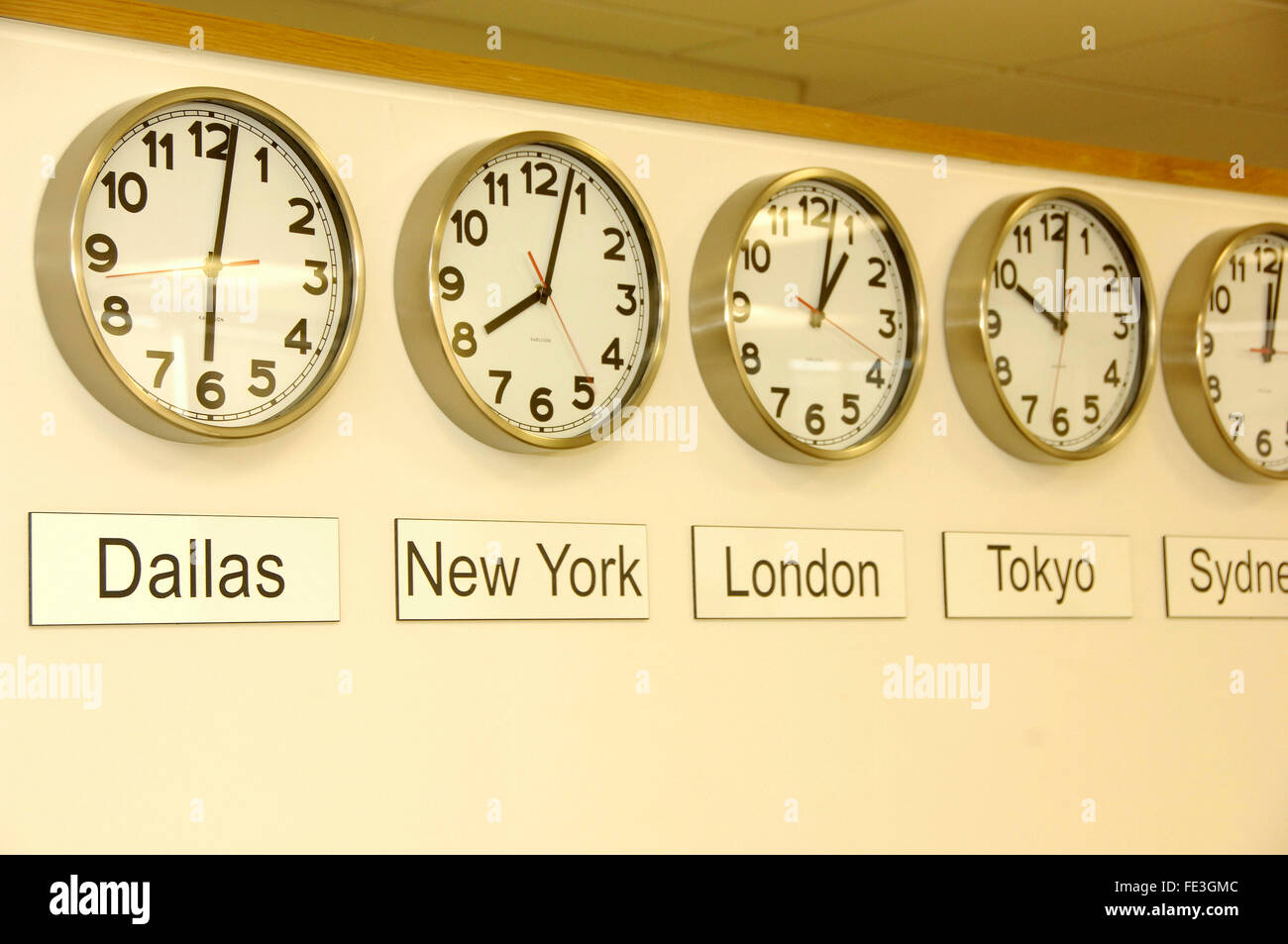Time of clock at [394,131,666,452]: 8:03
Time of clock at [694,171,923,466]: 1:02
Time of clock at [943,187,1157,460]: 10:01
